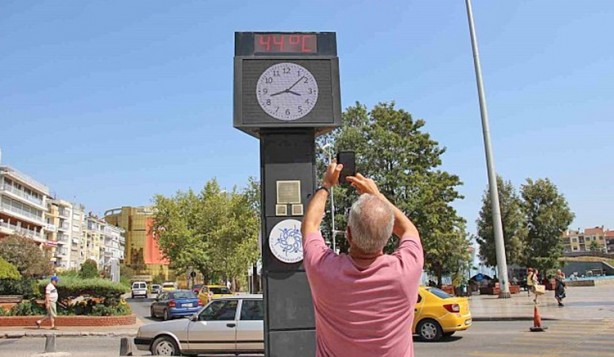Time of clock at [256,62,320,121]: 3:42
